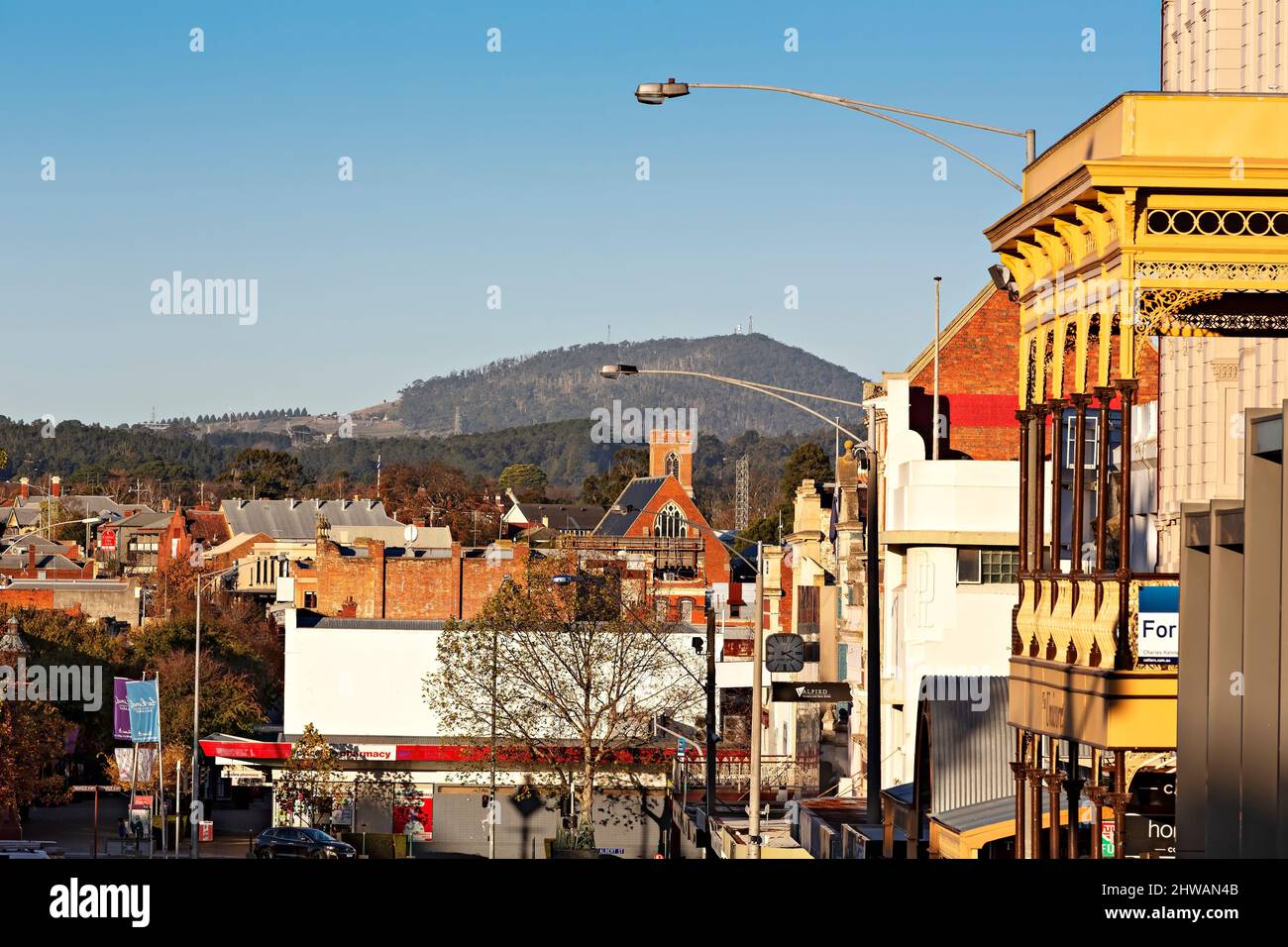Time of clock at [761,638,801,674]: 2:19
